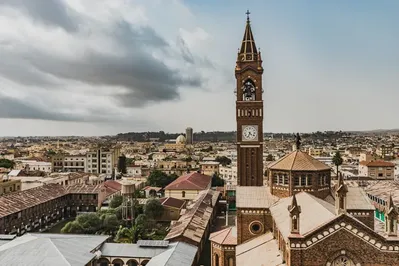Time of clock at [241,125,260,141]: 4:33
